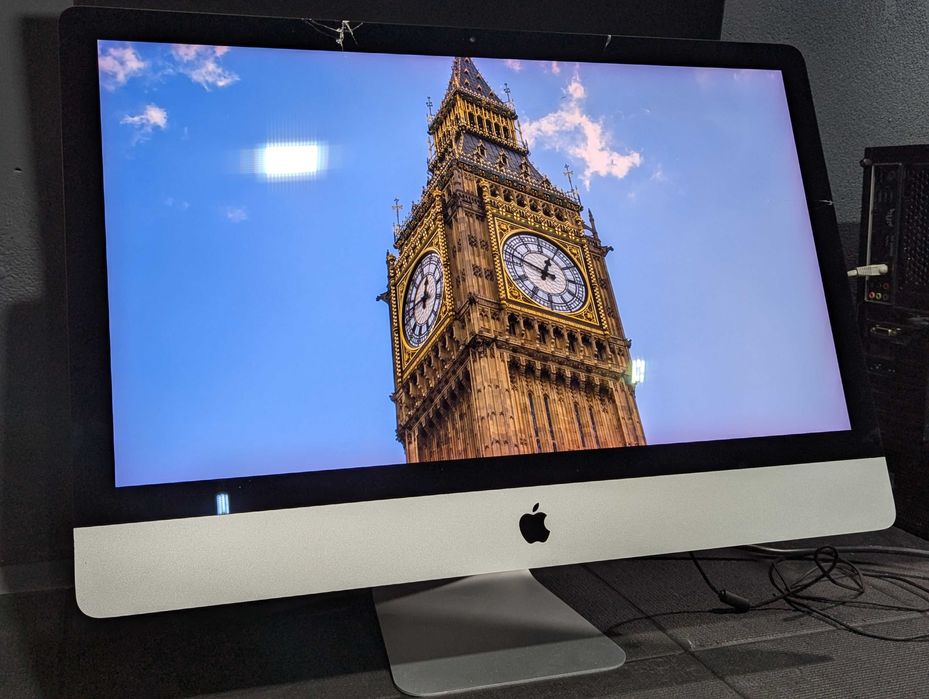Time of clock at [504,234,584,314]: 12:47
